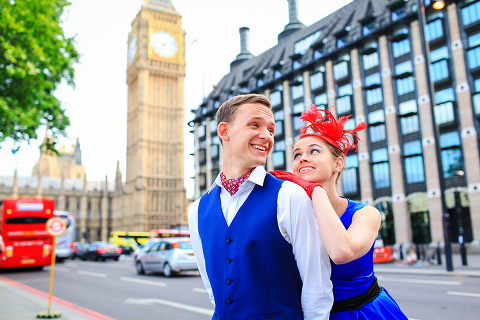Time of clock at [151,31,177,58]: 7:11
